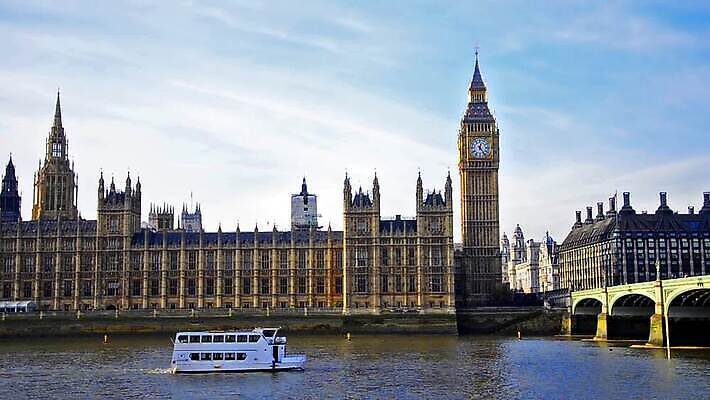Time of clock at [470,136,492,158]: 12:23
